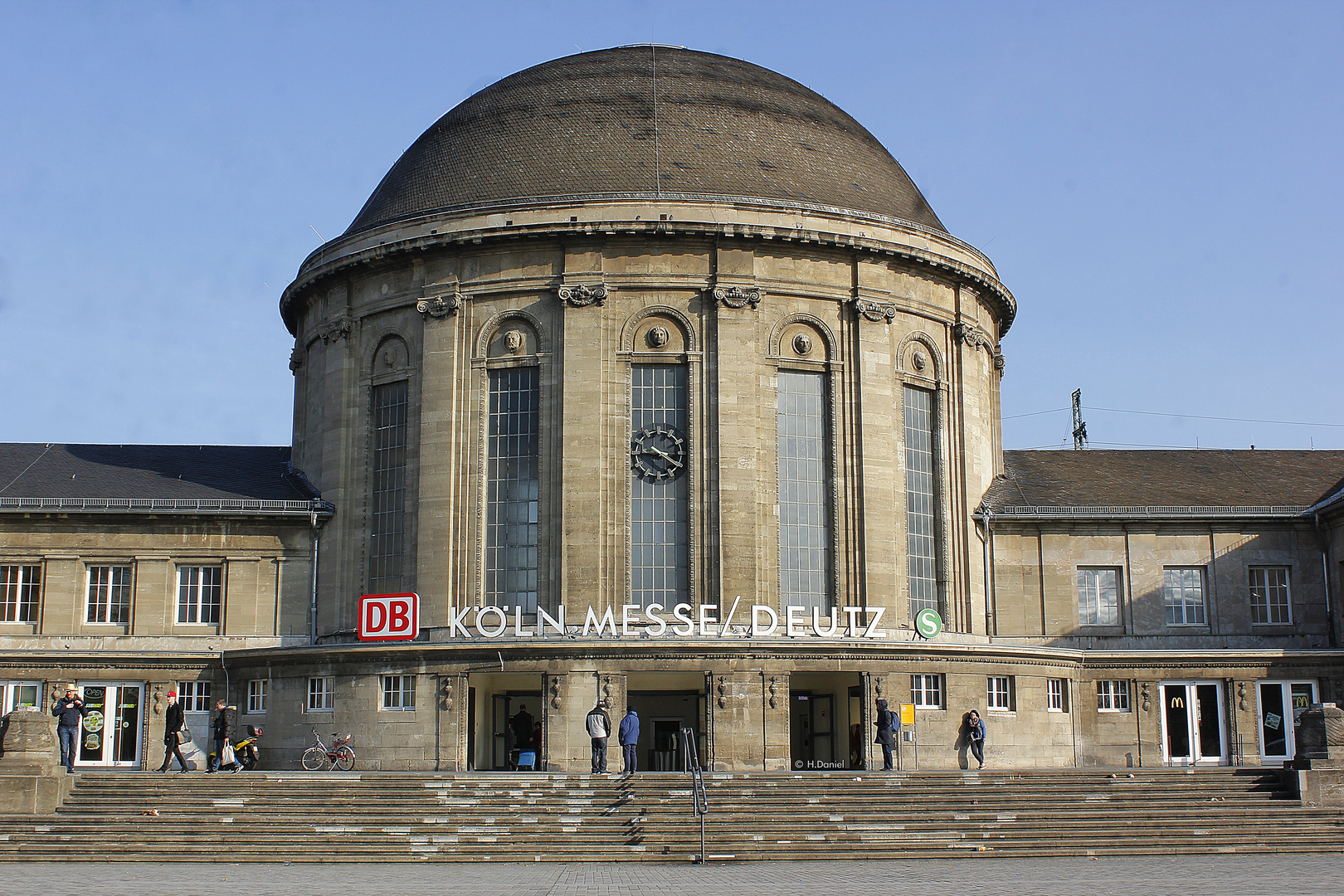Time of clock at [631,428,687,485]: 9:20
